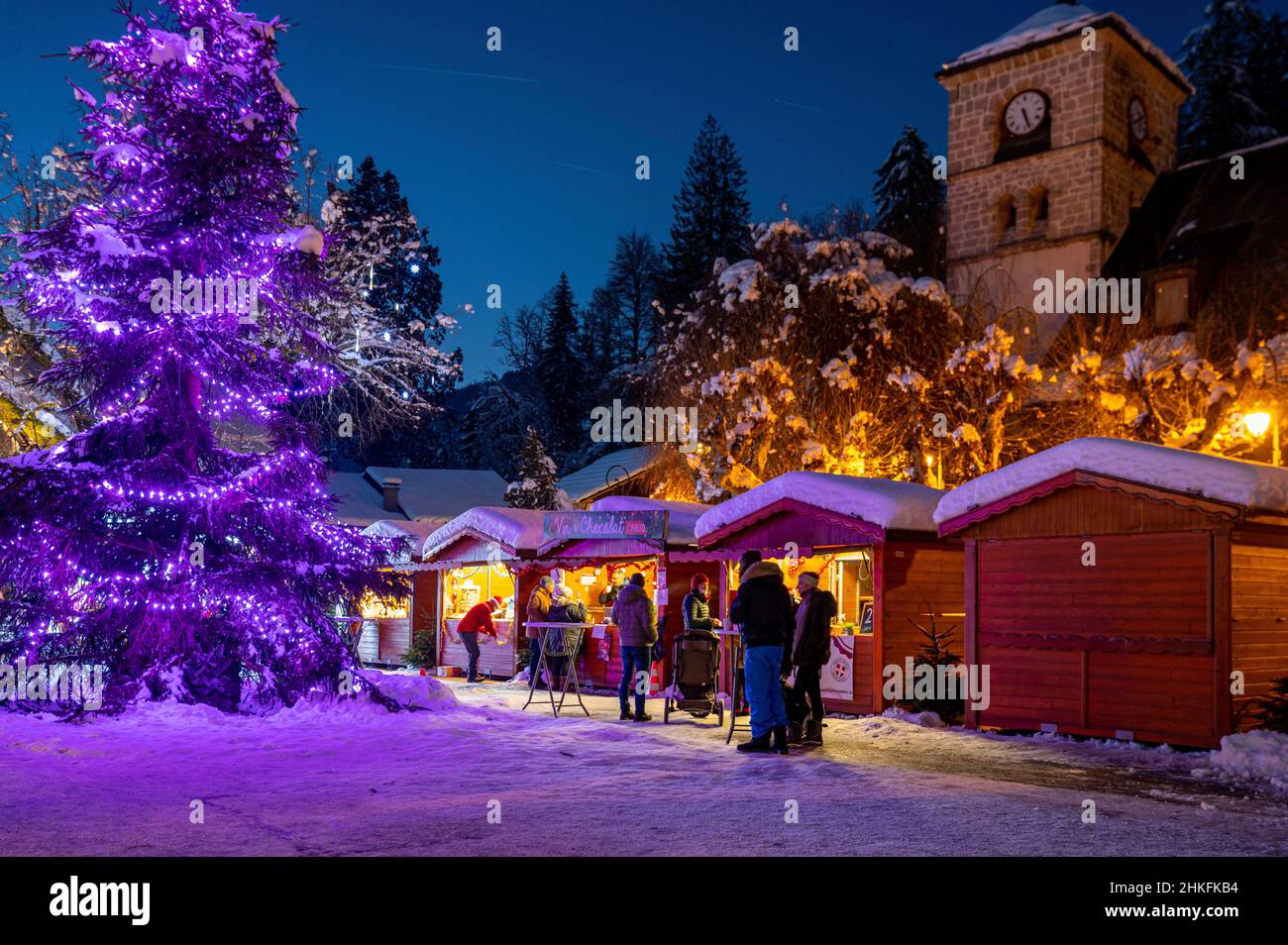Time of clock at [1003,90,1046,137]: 5:26
